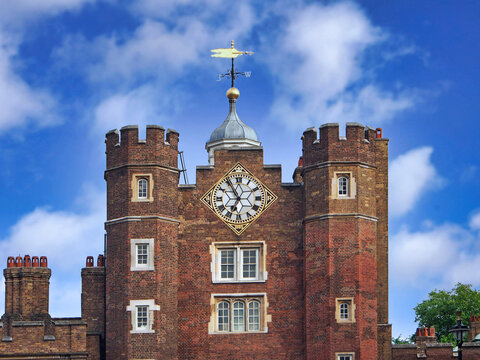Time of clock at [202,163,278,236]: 6:54
